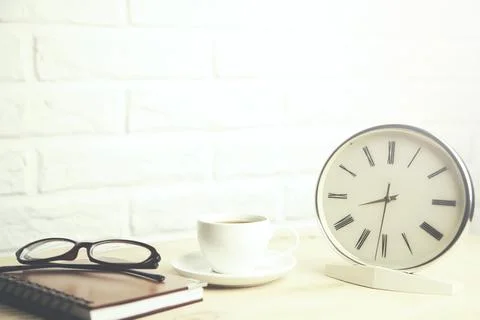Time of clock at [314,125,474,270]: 8:31
